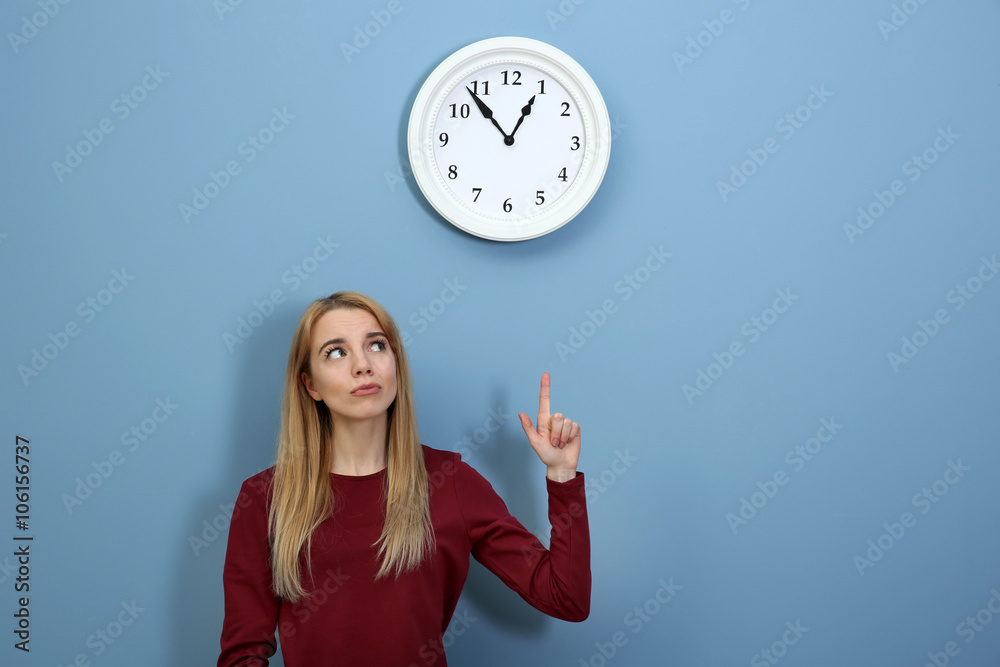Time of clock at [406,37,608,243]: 12:53
